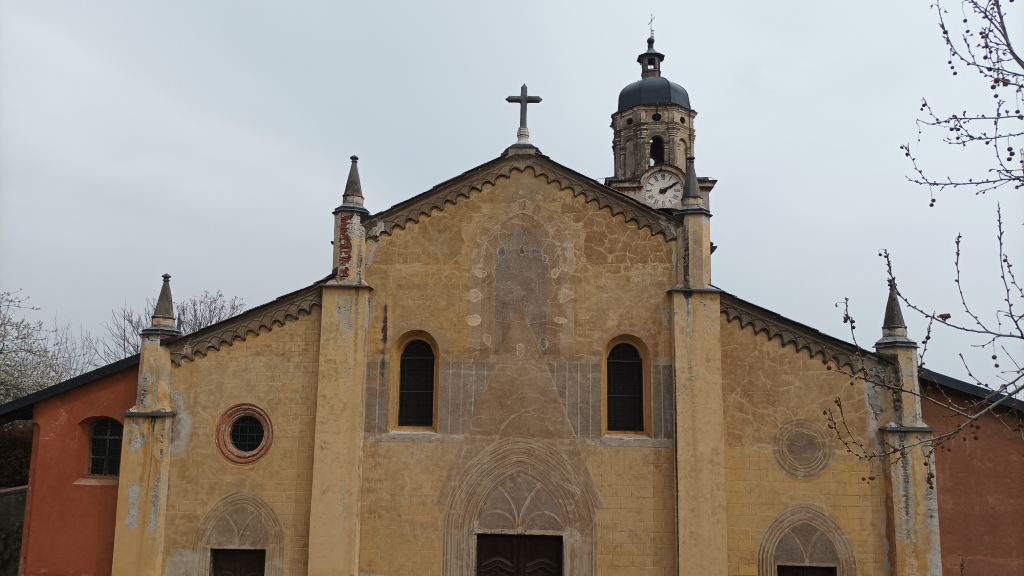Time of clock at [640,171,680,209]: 2:09
